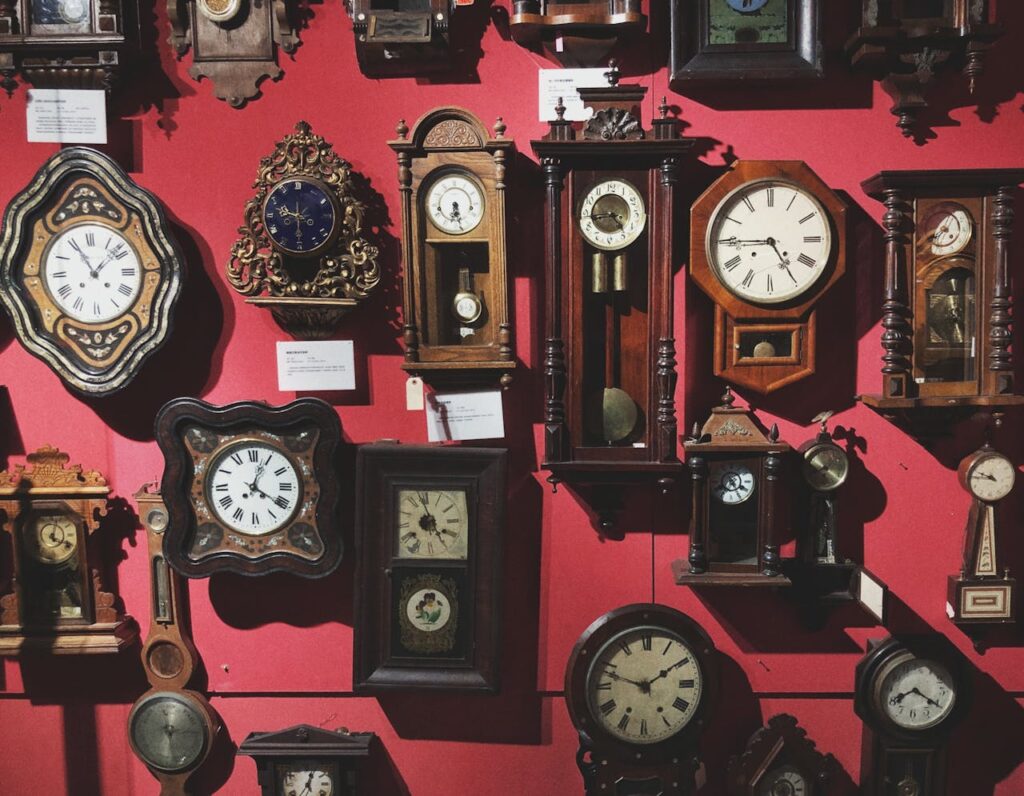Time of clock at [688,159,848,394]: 4:44
